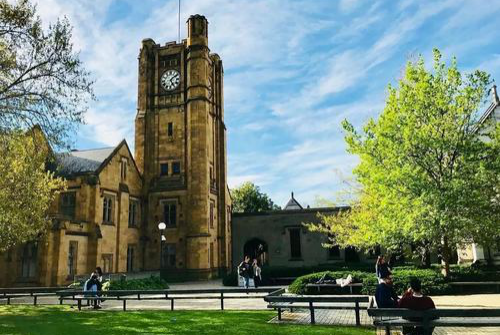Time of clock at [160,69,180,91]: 5:08
